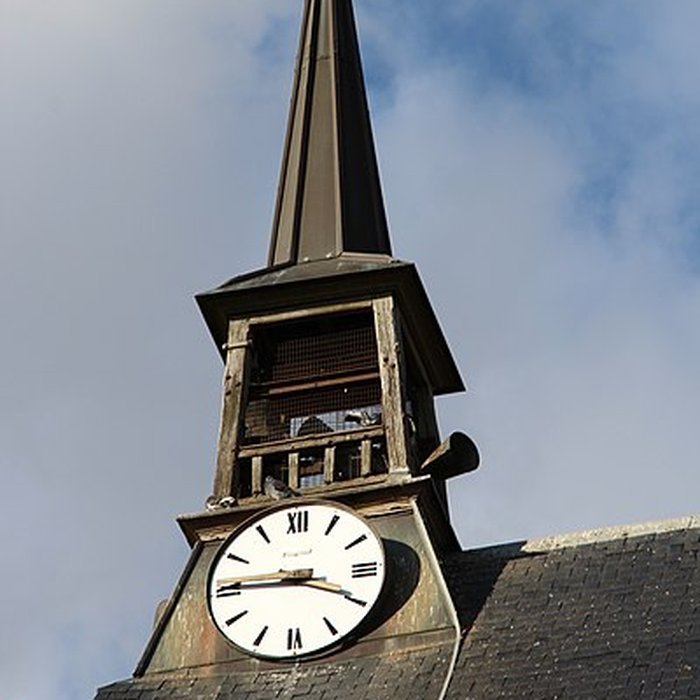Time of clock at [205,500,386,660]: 3:45
